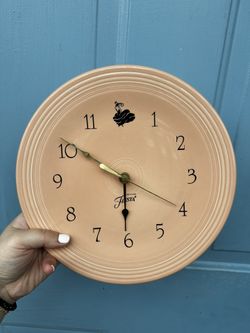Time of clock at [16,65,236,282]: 5:50
